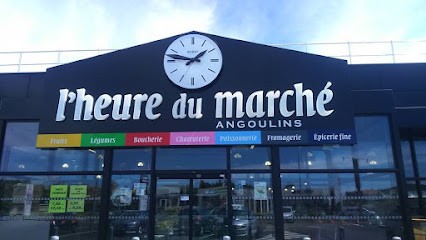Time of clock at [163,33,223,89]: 1:46
